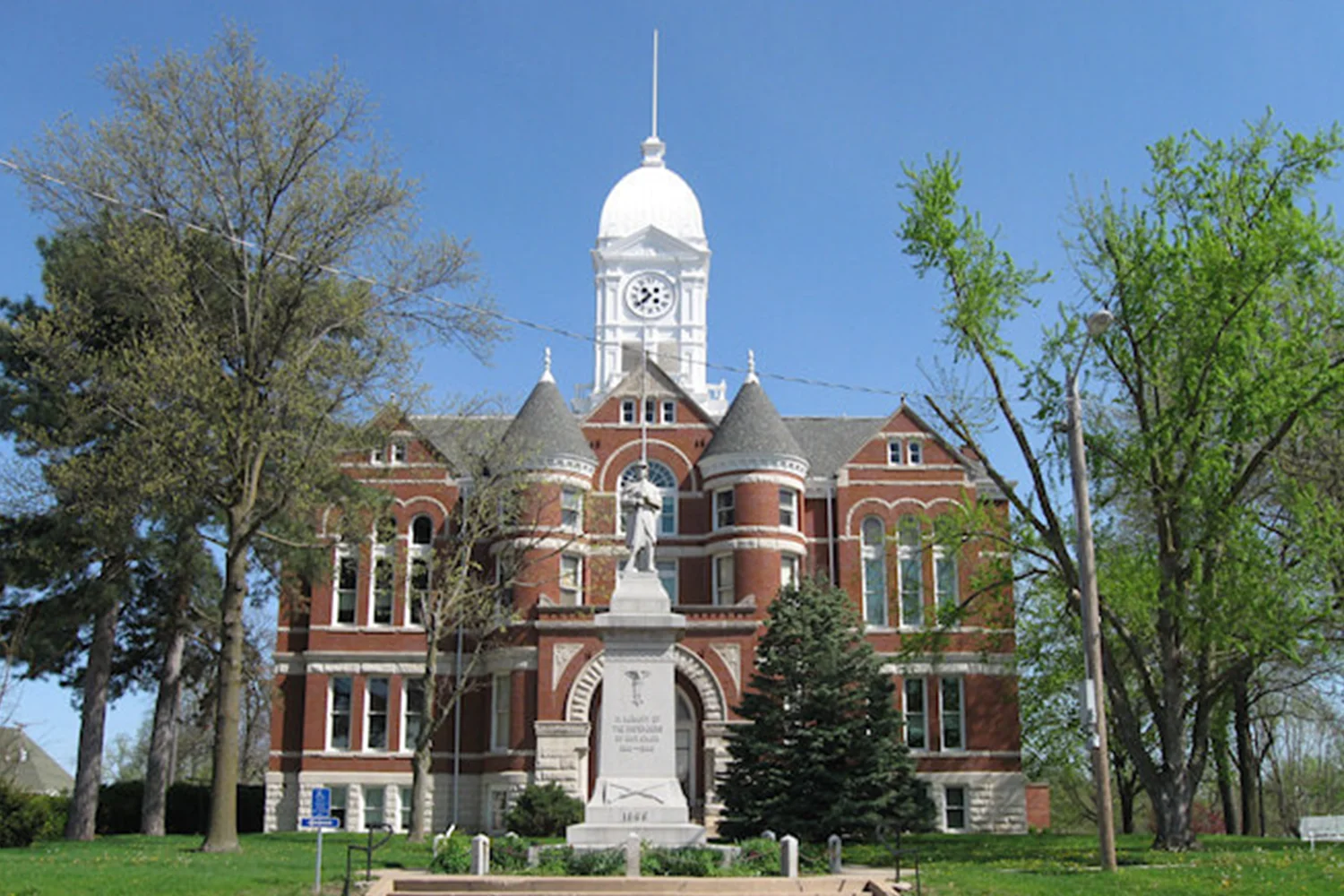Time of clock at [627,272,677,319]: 10:38
